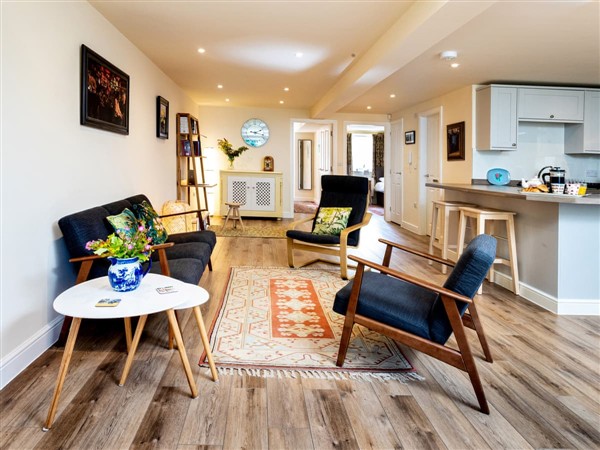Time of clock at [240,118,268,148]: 2:18
